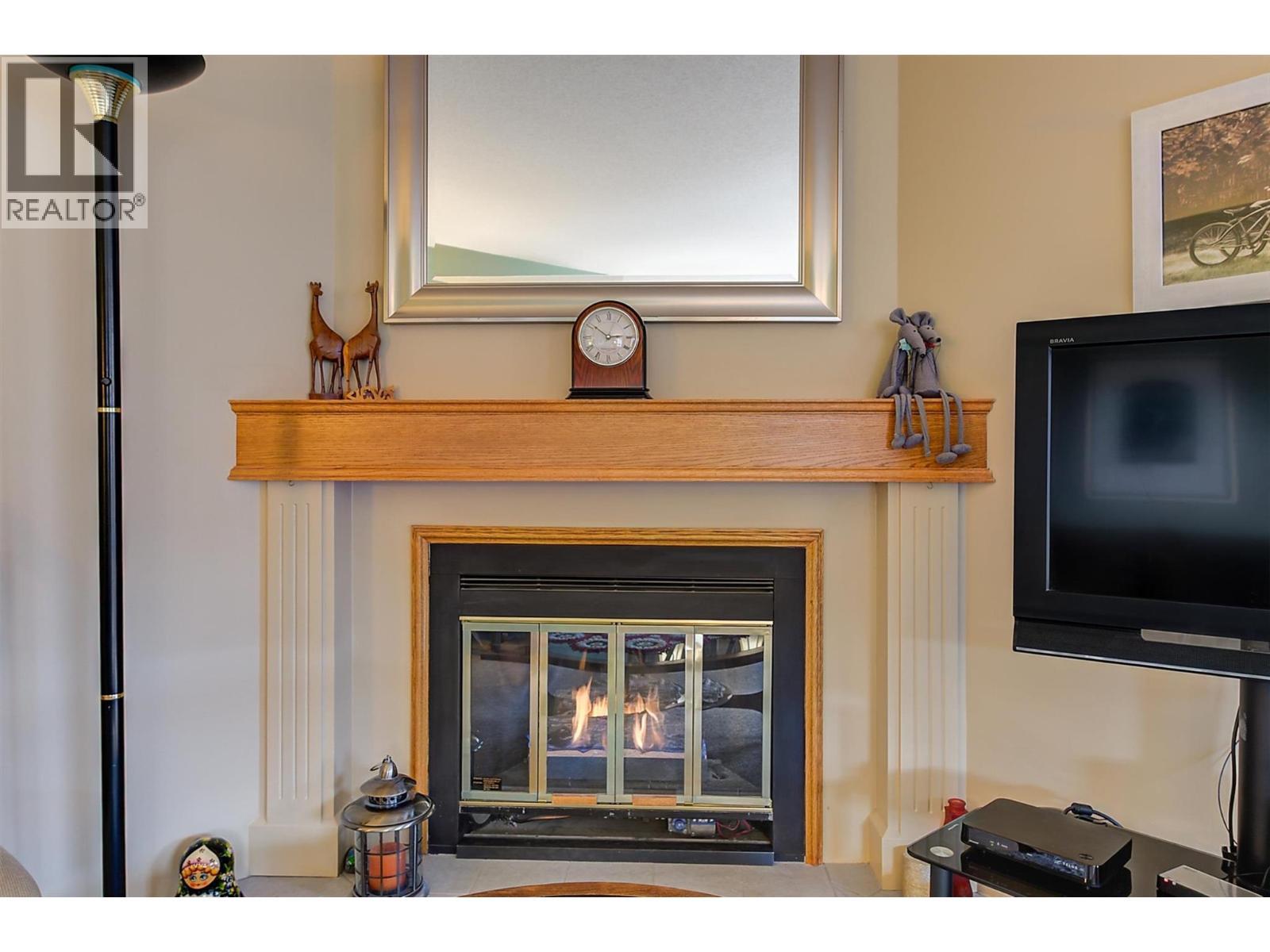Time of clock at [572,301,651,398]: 2:51
